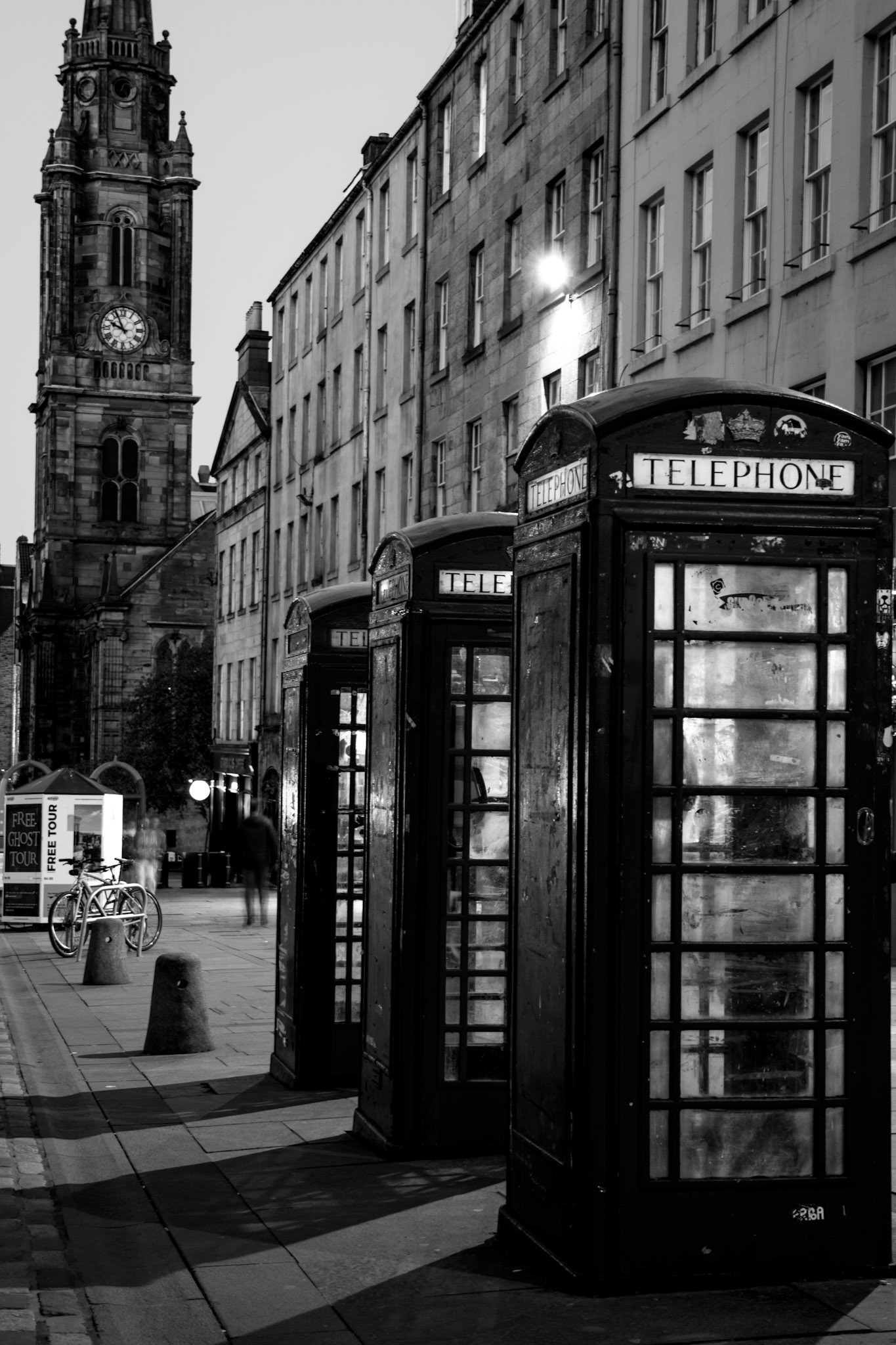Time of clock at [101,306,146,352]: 9:56
